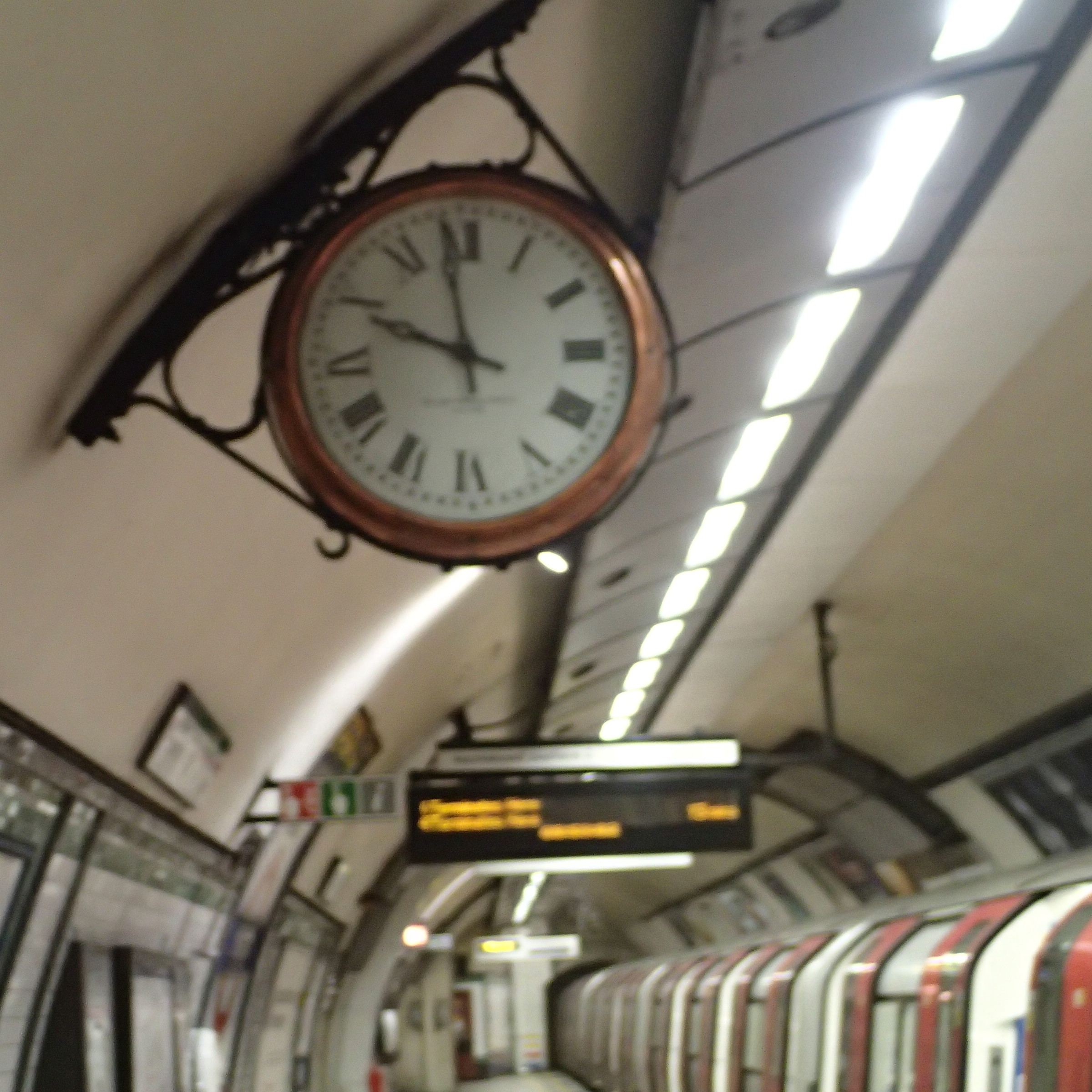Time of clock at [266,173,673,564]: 9:58
